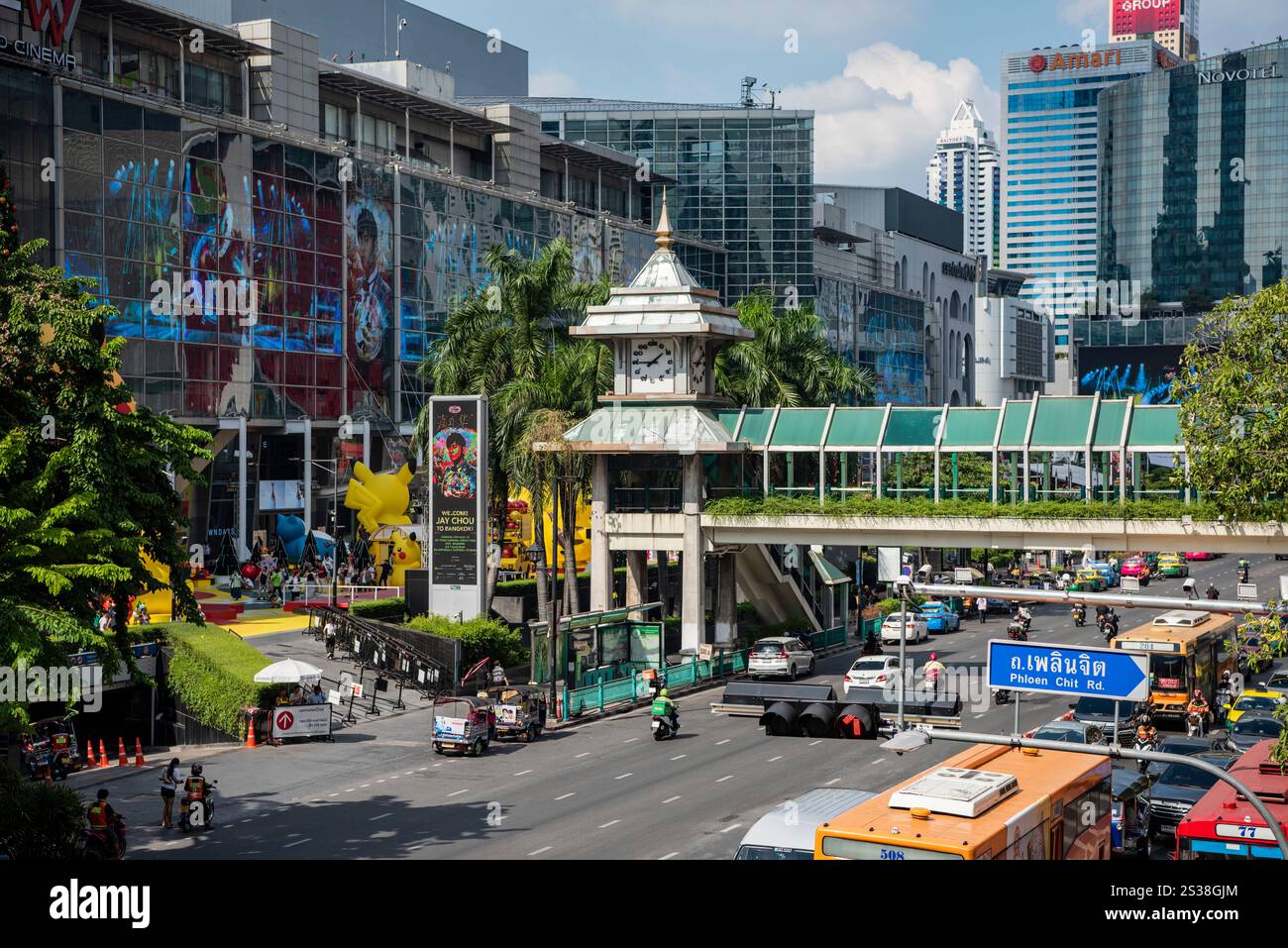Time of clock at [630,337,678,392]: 1:45
